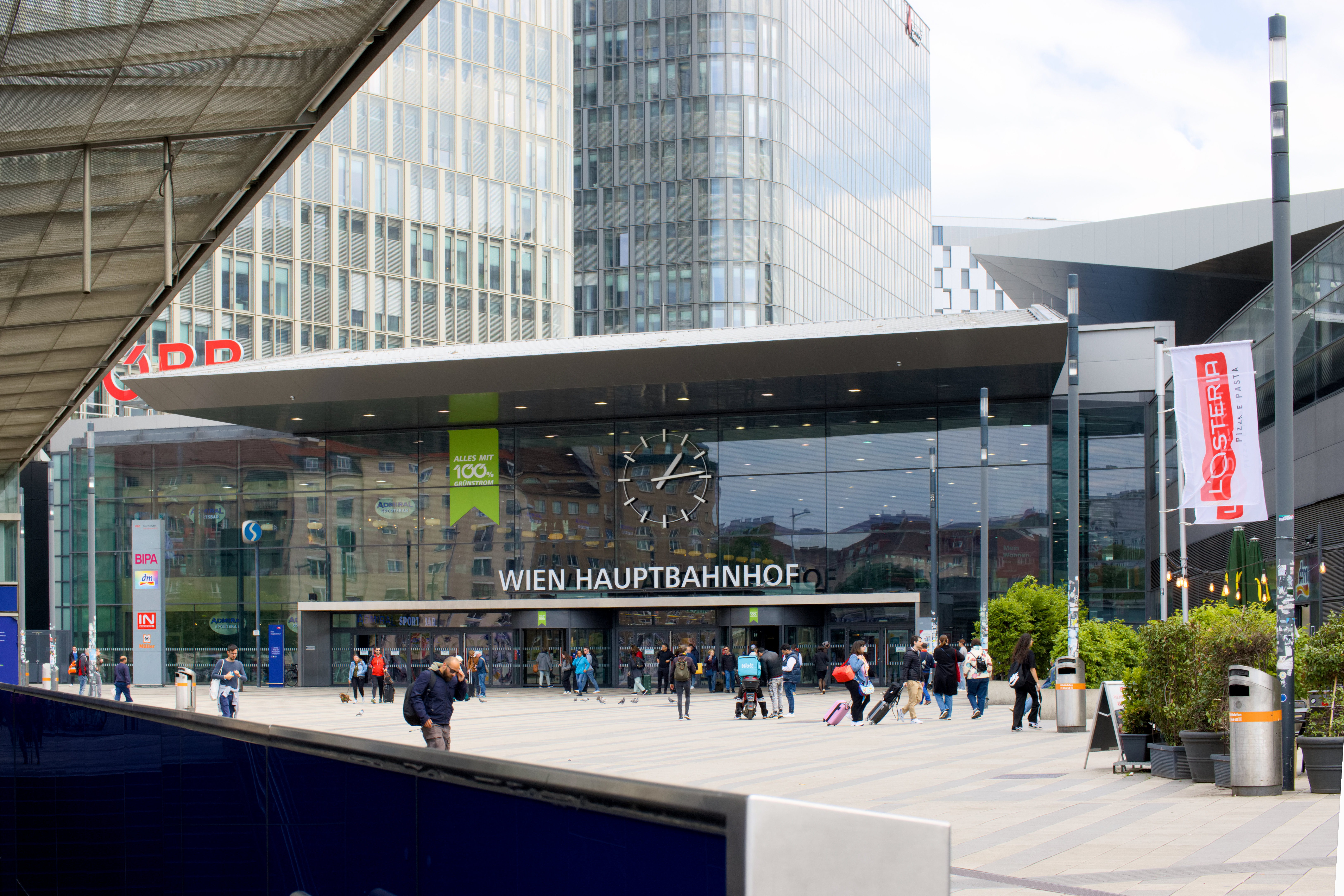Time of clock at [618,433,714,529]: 1:13
